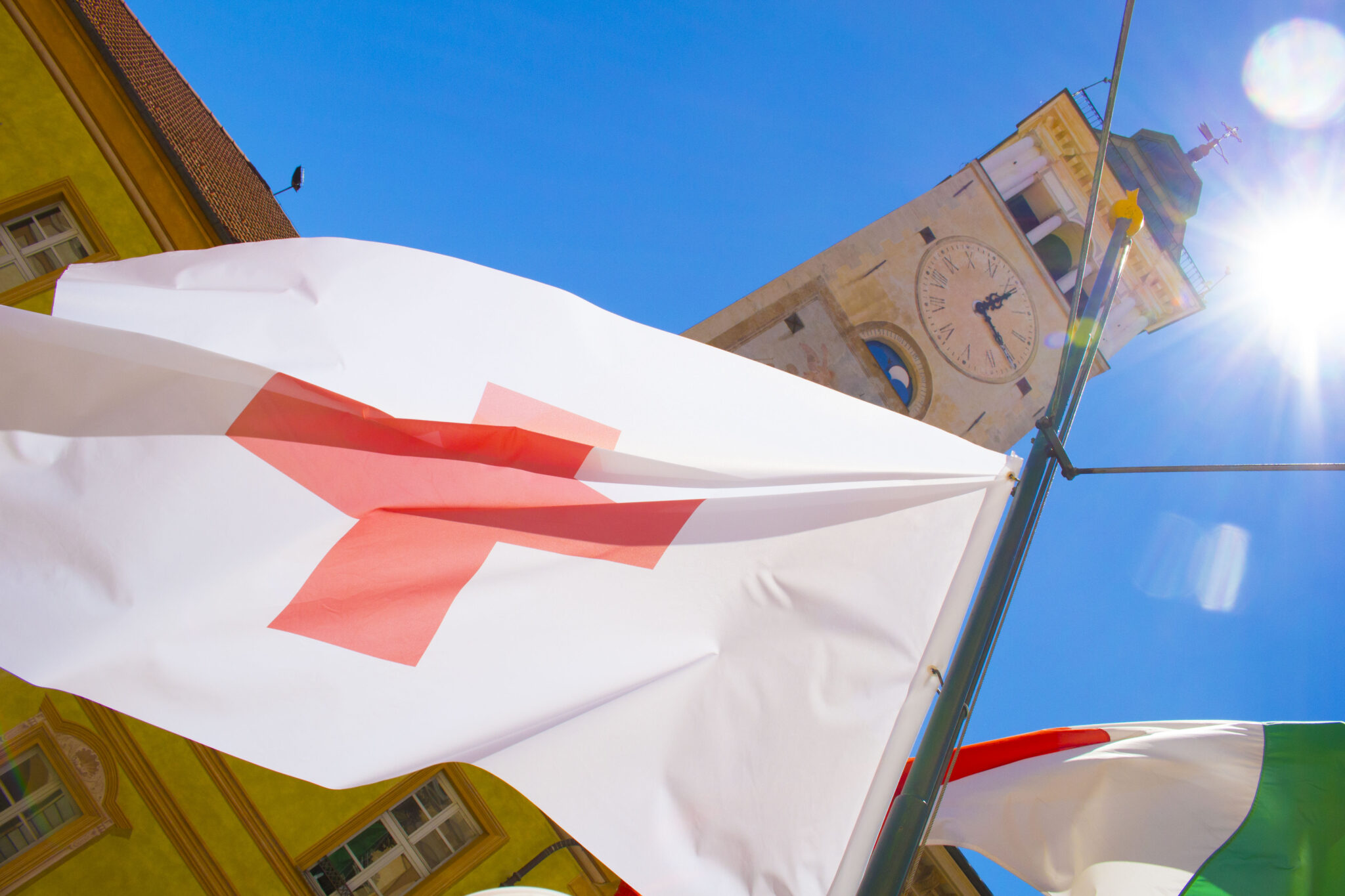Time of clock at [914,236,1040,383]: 2:25
